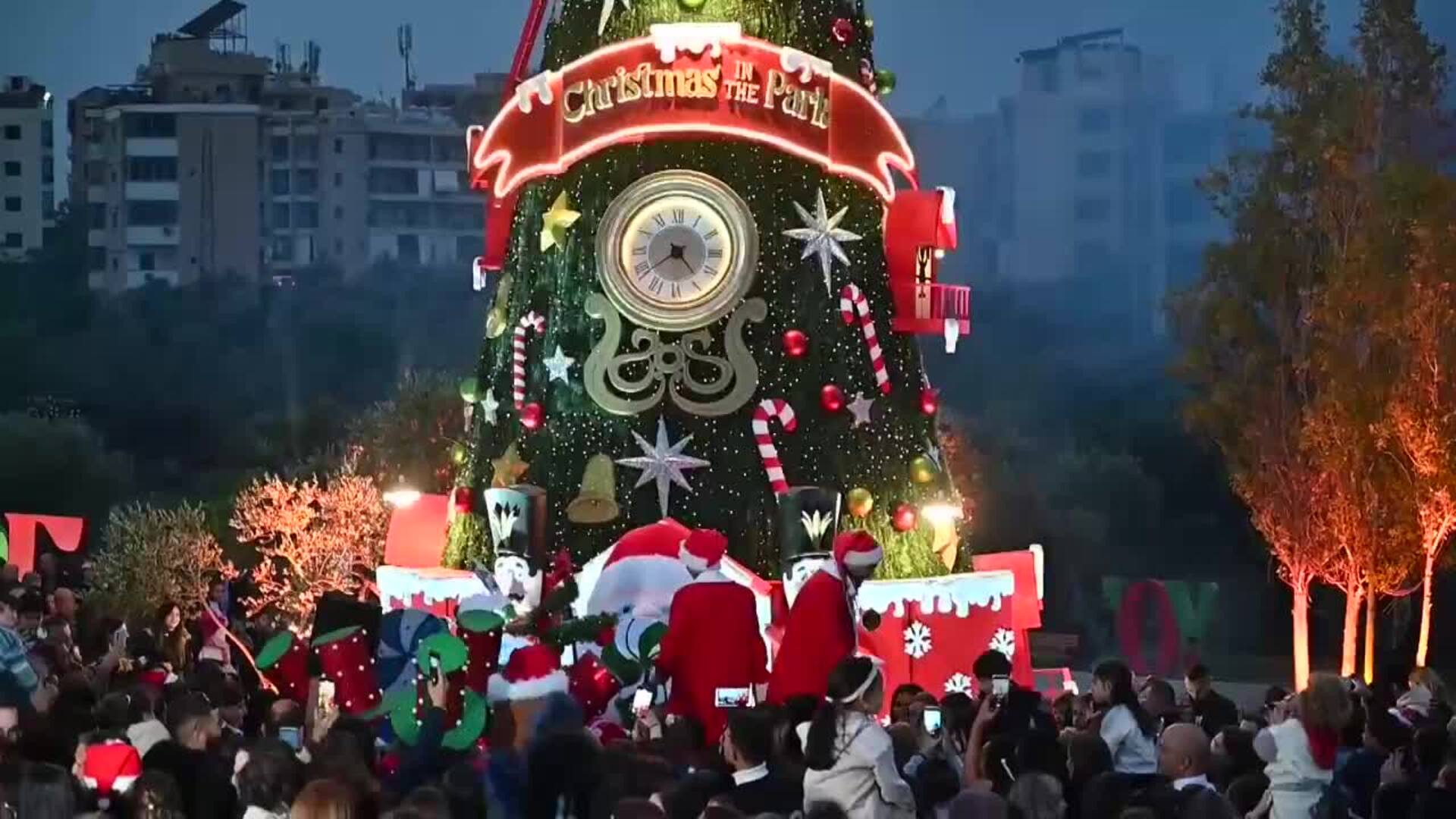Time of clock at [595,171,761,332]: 4:38
